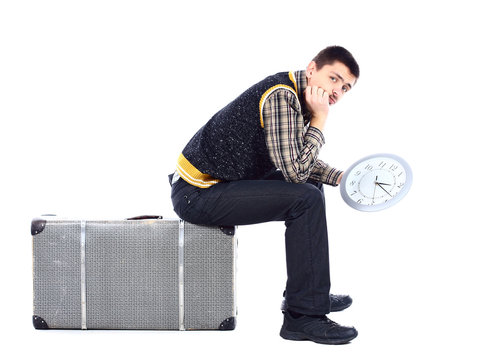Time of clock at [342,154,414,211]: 3:22
